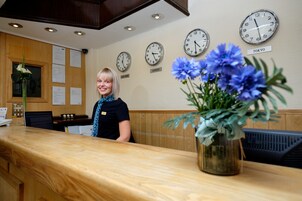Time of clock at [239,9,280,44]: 11:28
